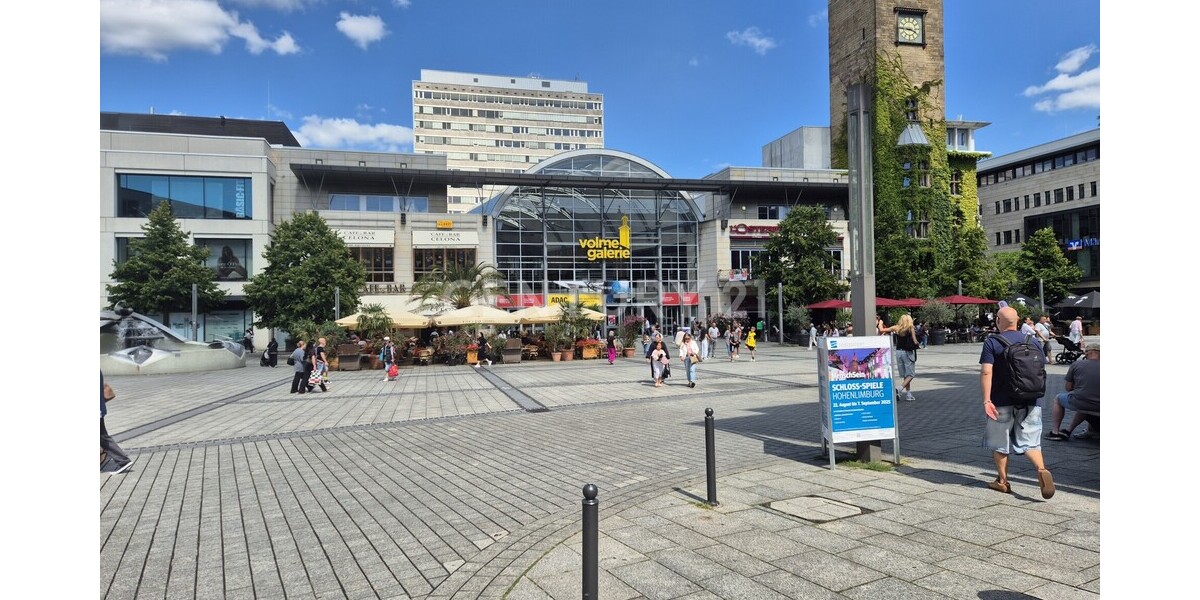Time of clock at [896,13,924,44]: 3:44
